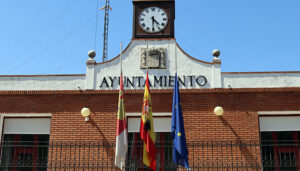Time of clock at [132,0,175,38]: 4:29
